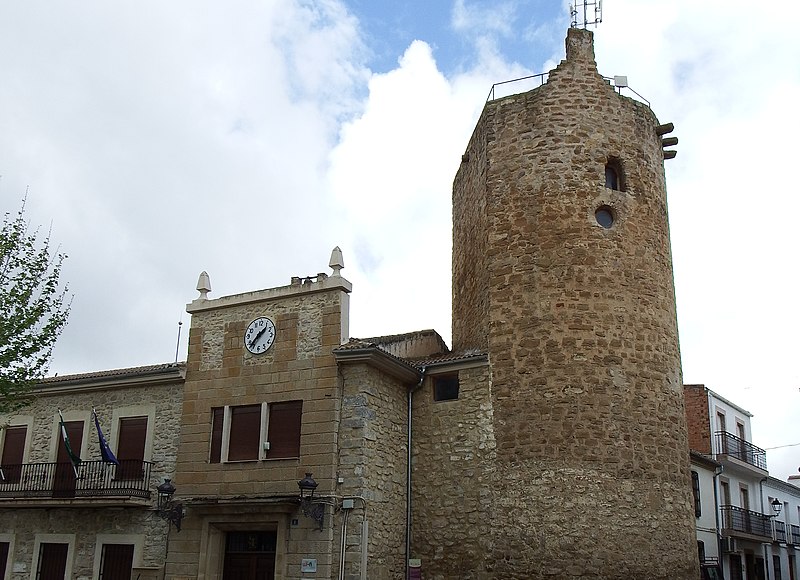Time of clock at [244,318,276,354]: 1:36
